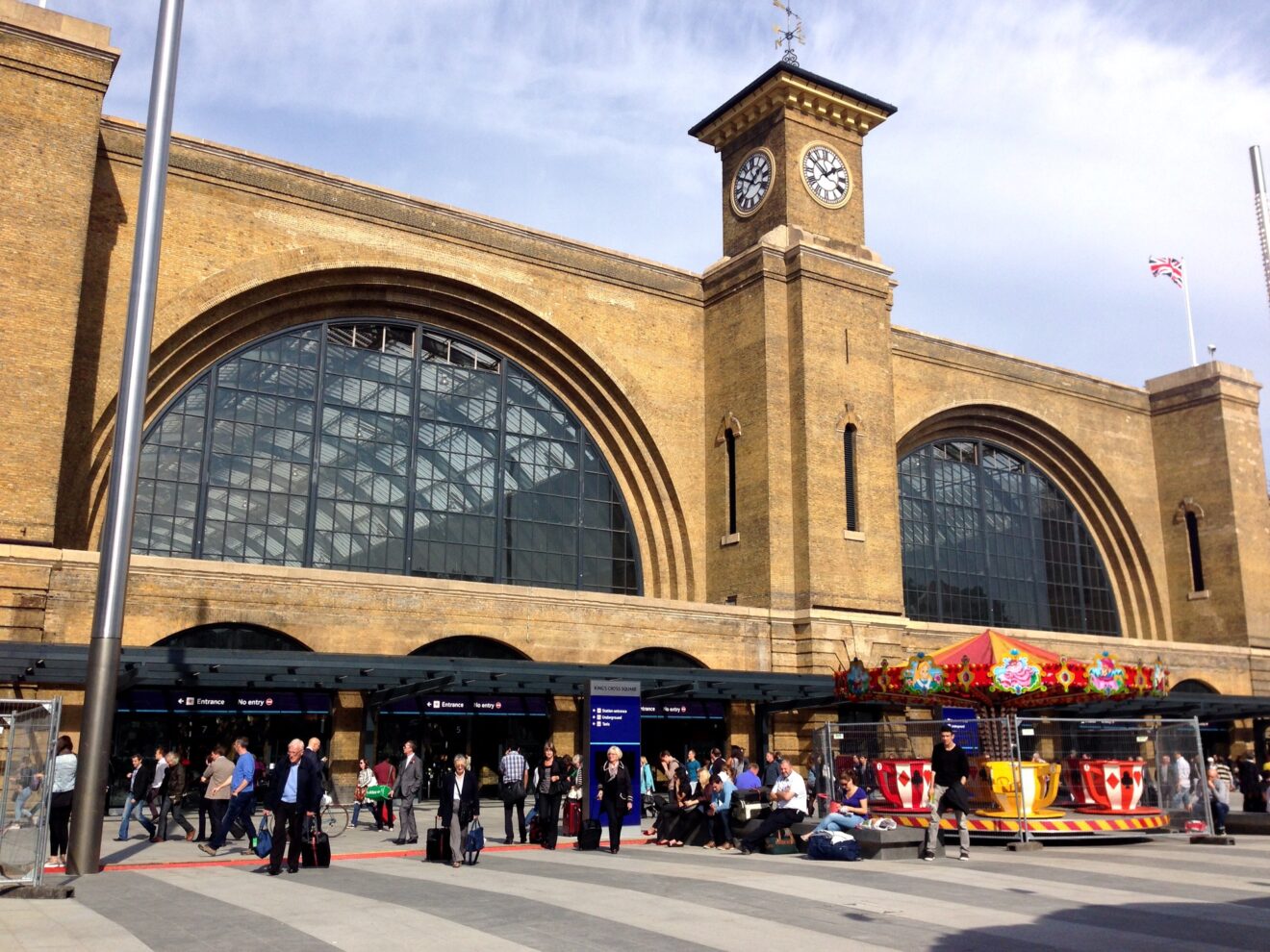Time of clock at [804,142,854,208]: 1:50
